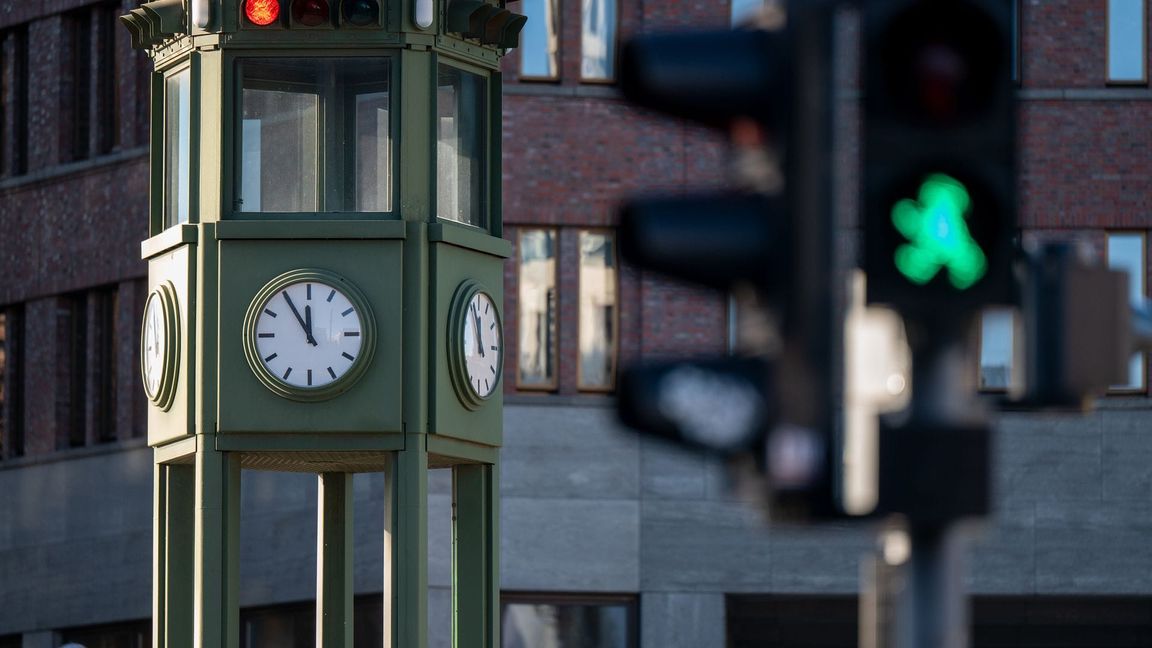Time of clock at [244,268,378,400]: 11:54
